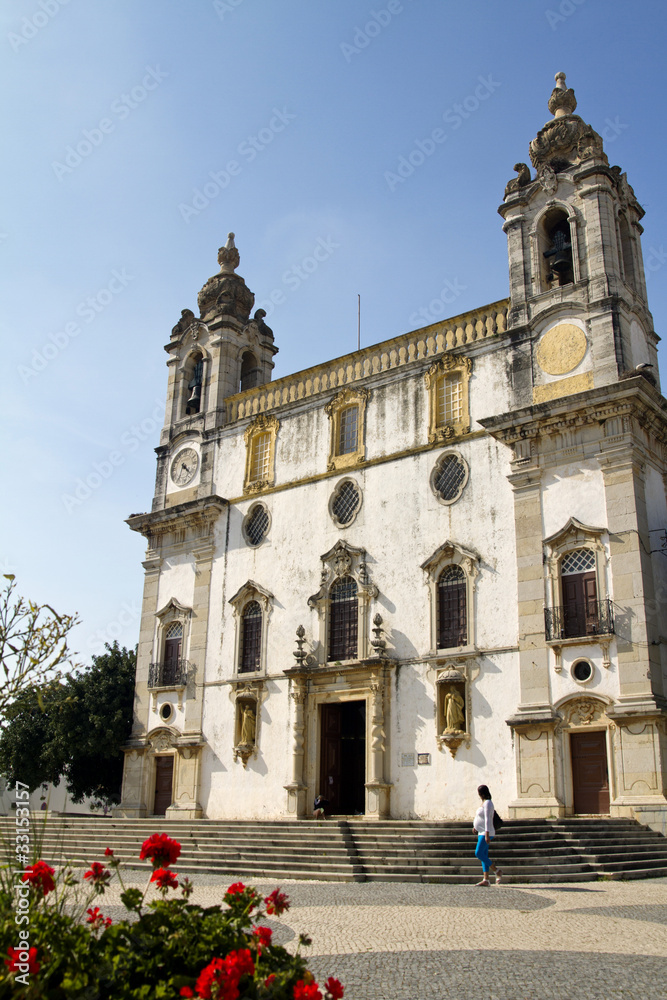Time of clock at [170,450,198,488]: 4:34
